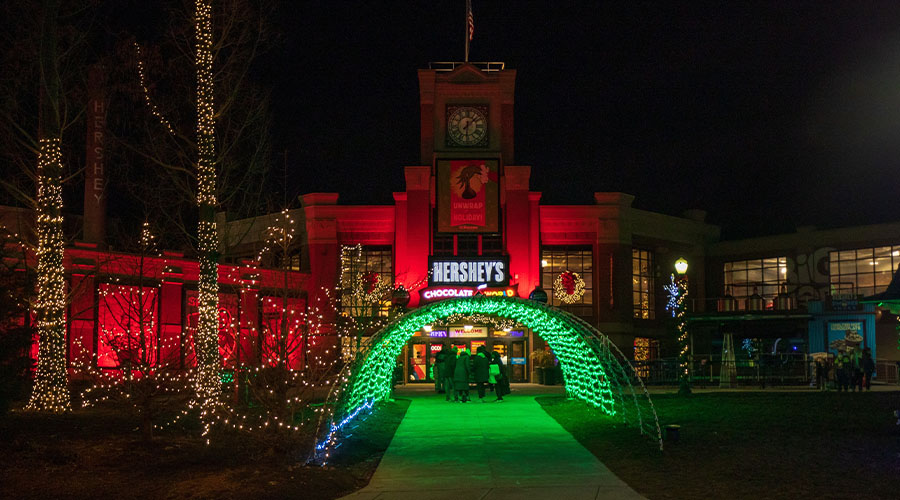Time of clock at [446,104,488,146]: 6:07
